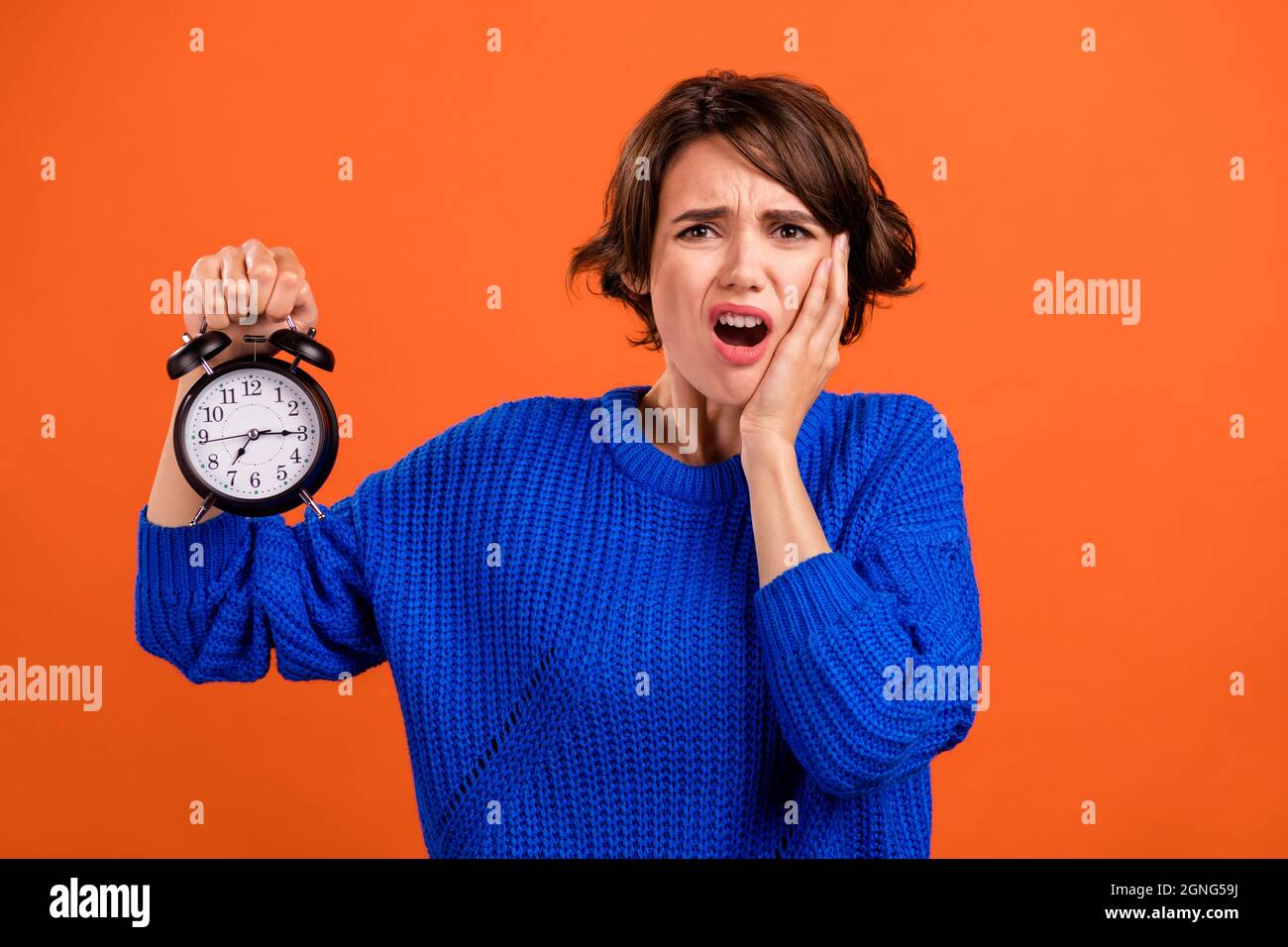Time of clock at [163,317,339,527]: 7:15
